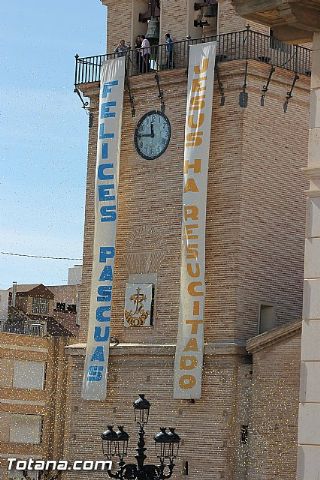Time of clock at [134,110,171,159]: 11:45
